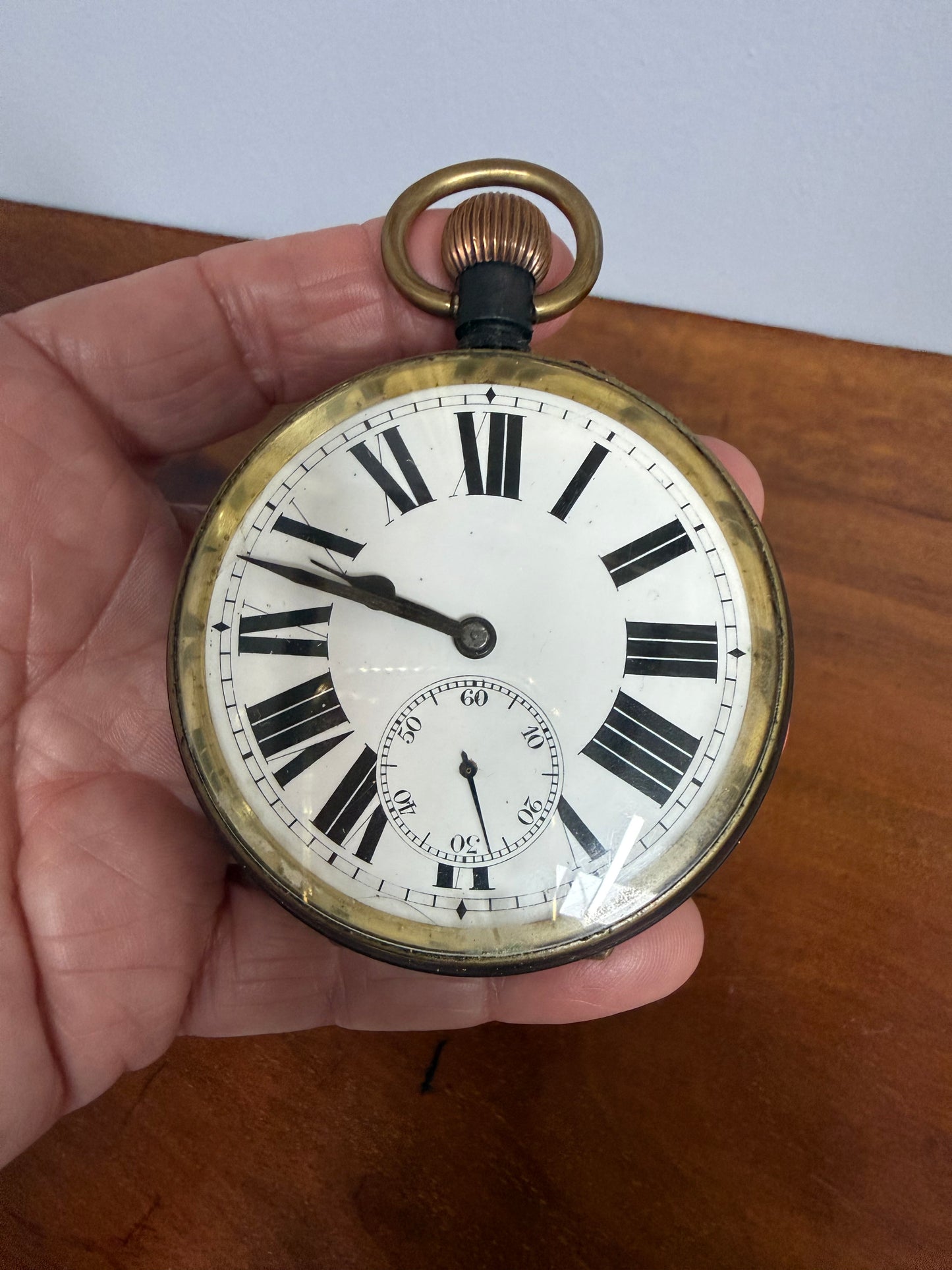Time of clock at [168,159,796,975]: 9:47
